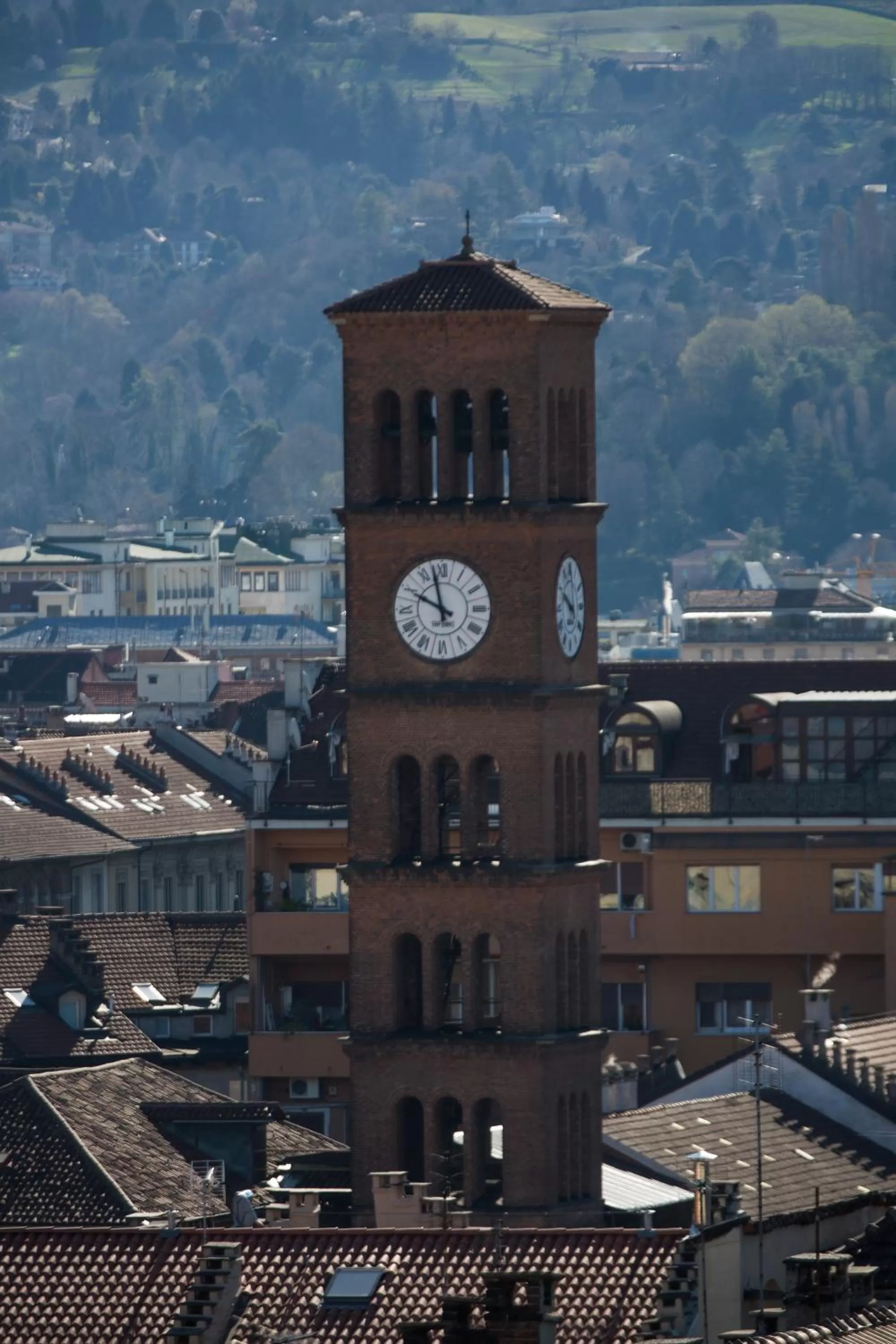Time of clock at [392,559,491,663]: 9:57
